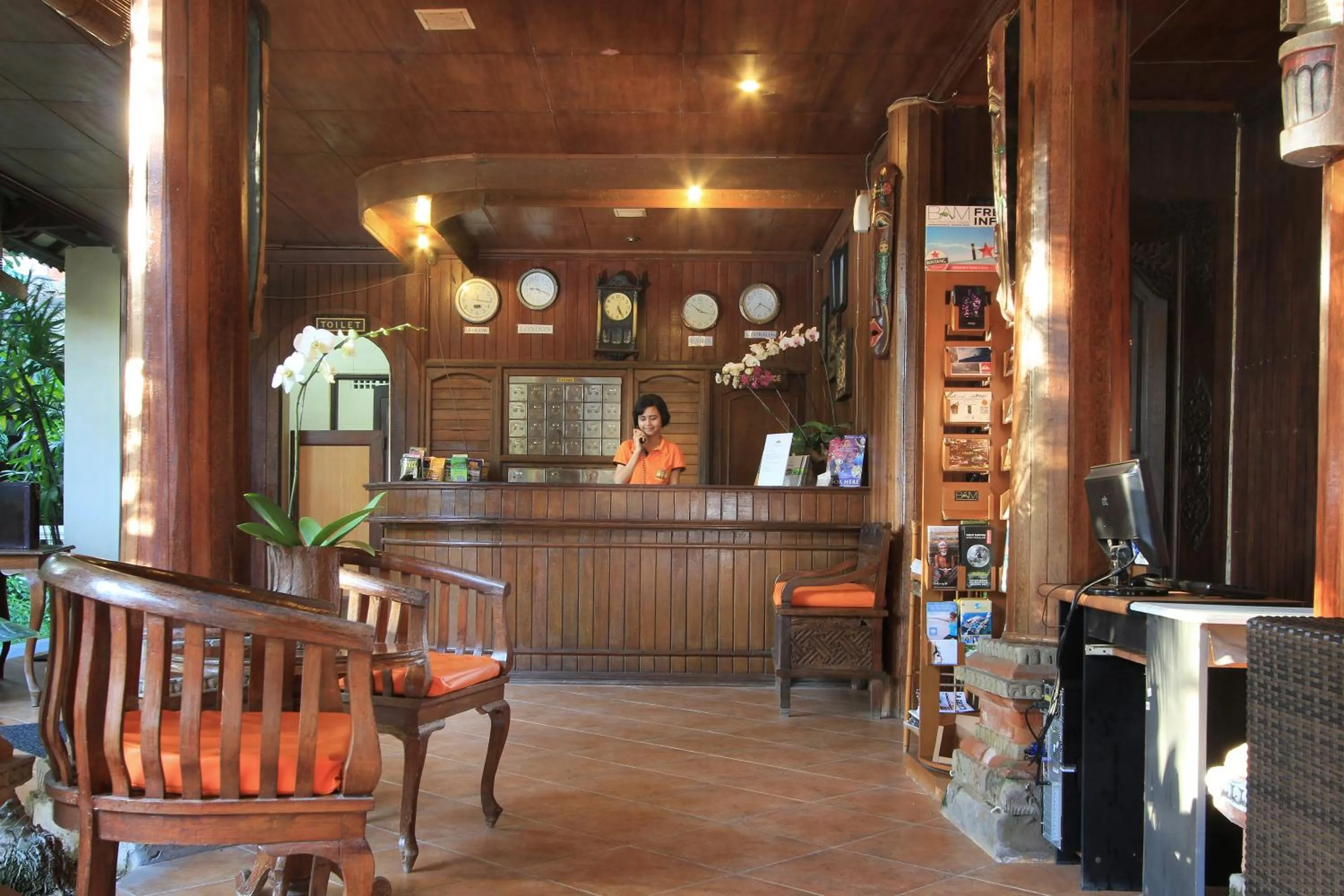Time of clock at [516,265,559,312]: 9:19
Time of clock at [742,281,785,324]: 7:19
